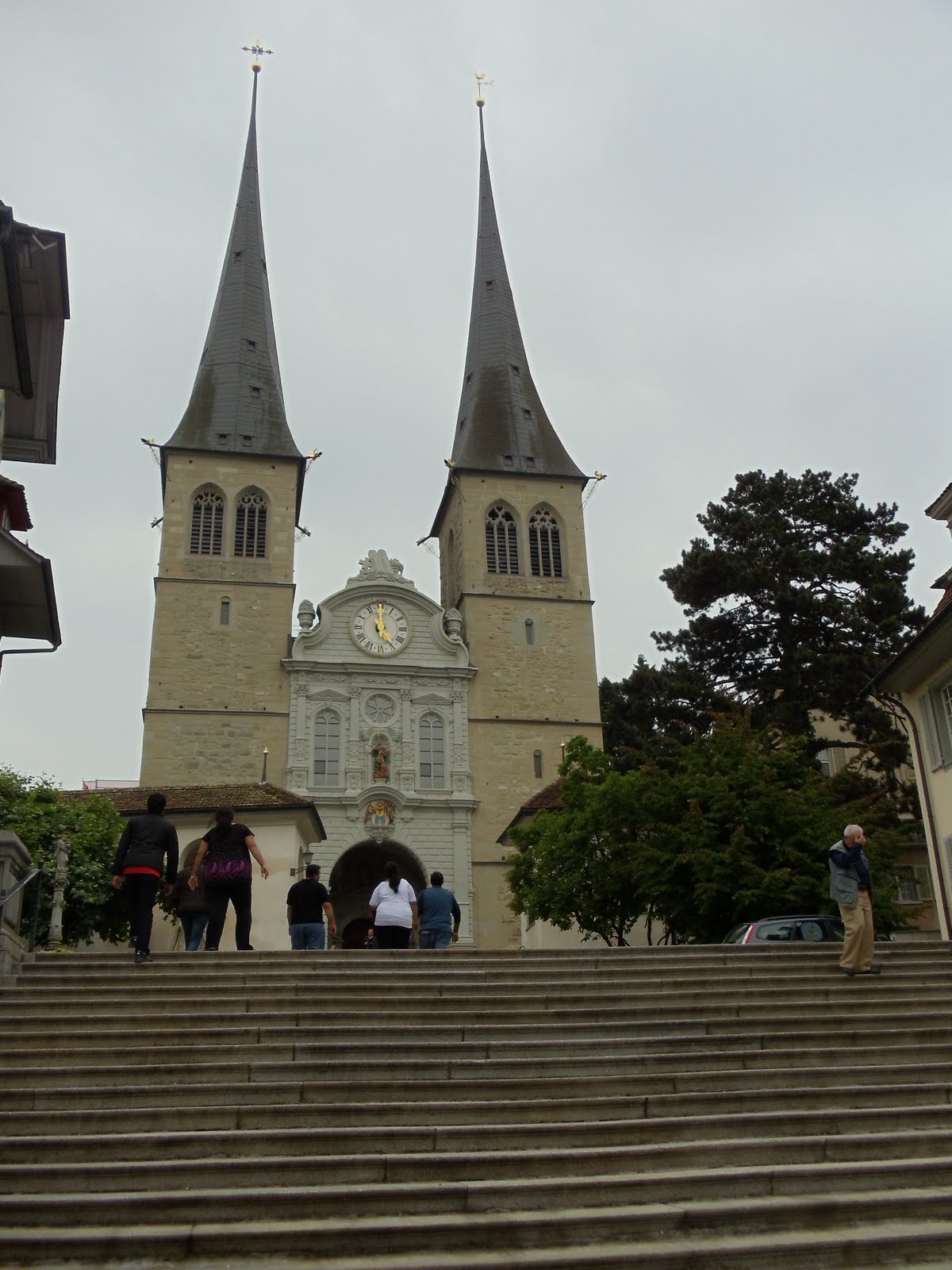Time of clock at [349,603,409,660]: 4:59
